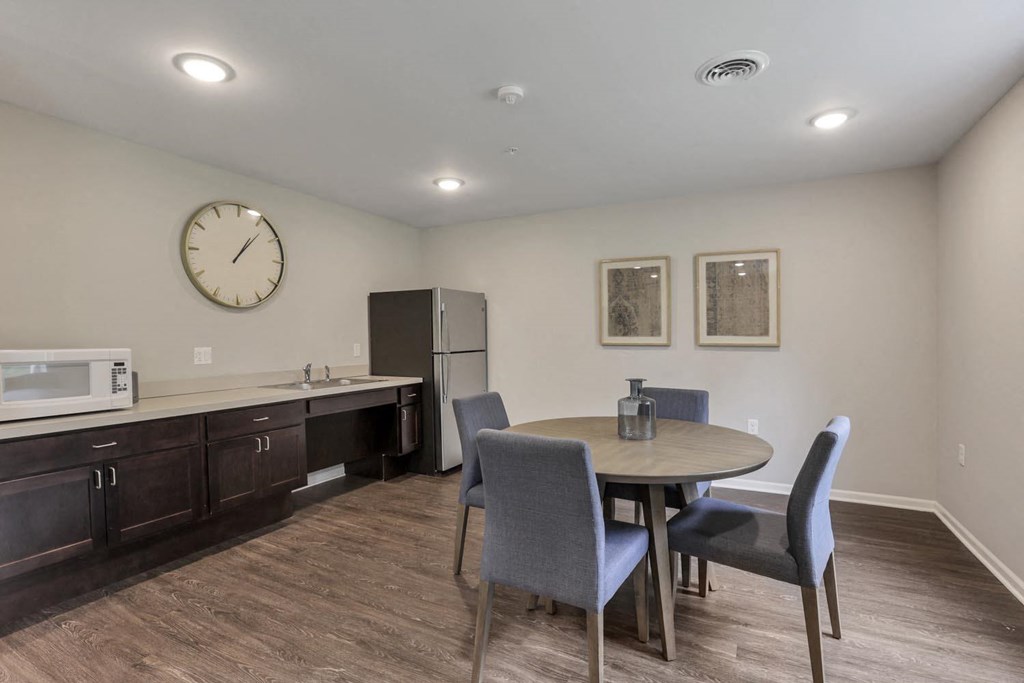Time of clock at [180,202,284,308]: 1:07
